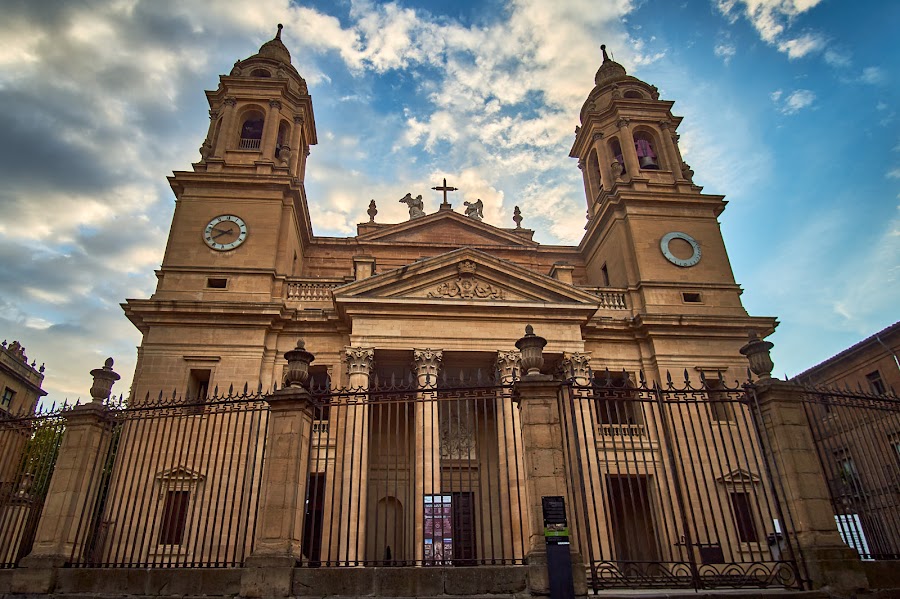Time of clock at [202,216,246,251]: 7:47
